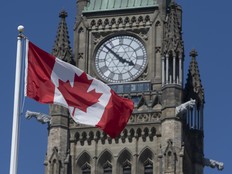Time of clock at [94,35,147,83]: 3:52
